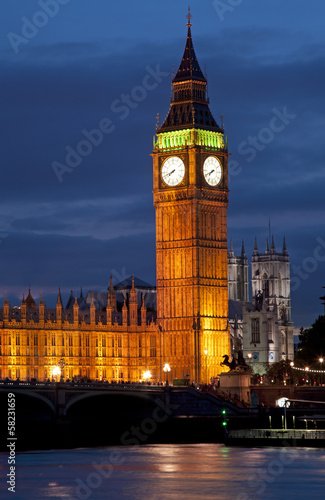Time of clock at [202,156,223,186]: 7:40
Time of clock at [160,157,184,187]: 7:41
